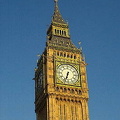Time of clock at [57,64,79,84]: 6:33
